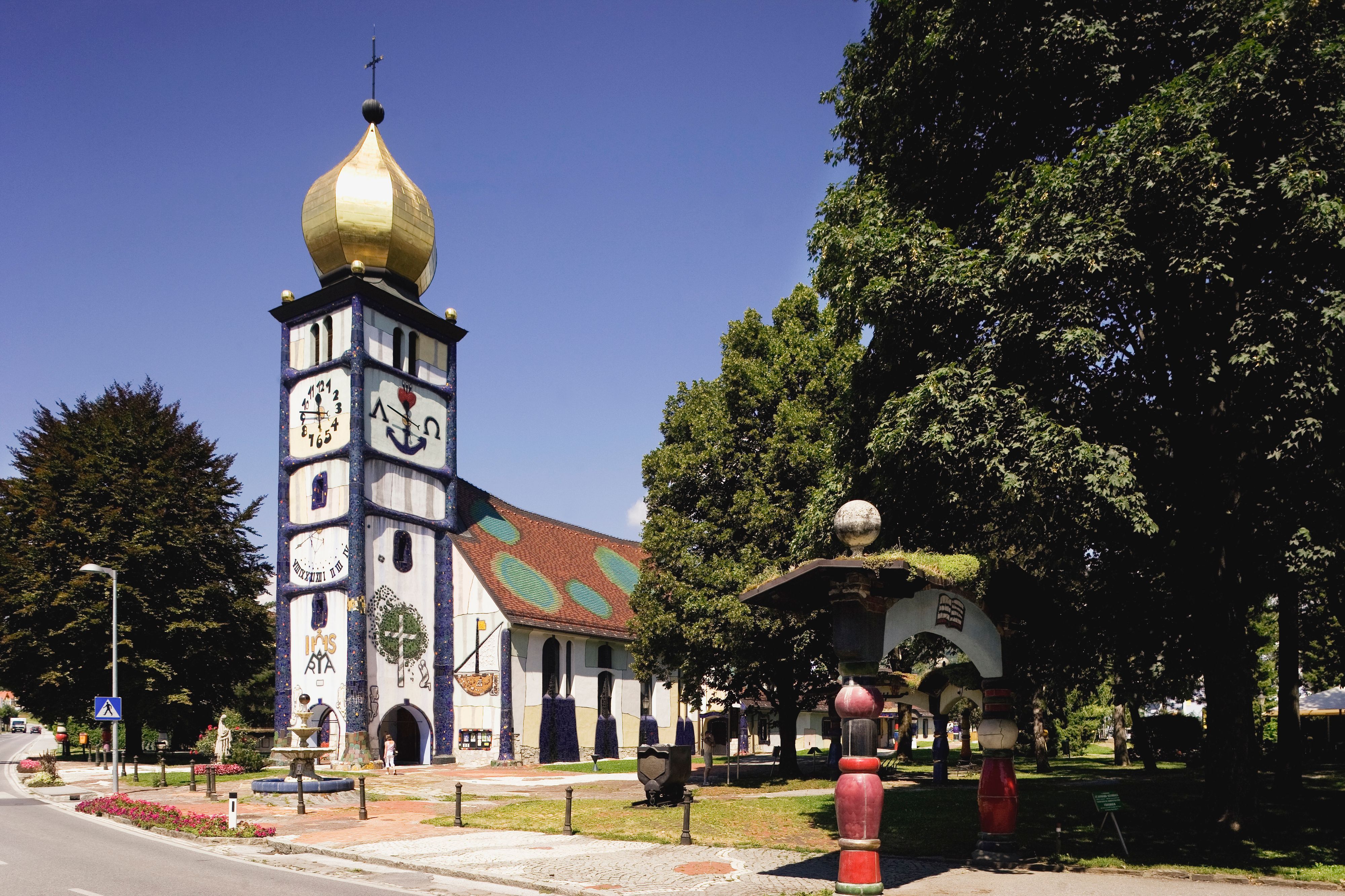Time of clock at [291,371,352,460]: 11:46
